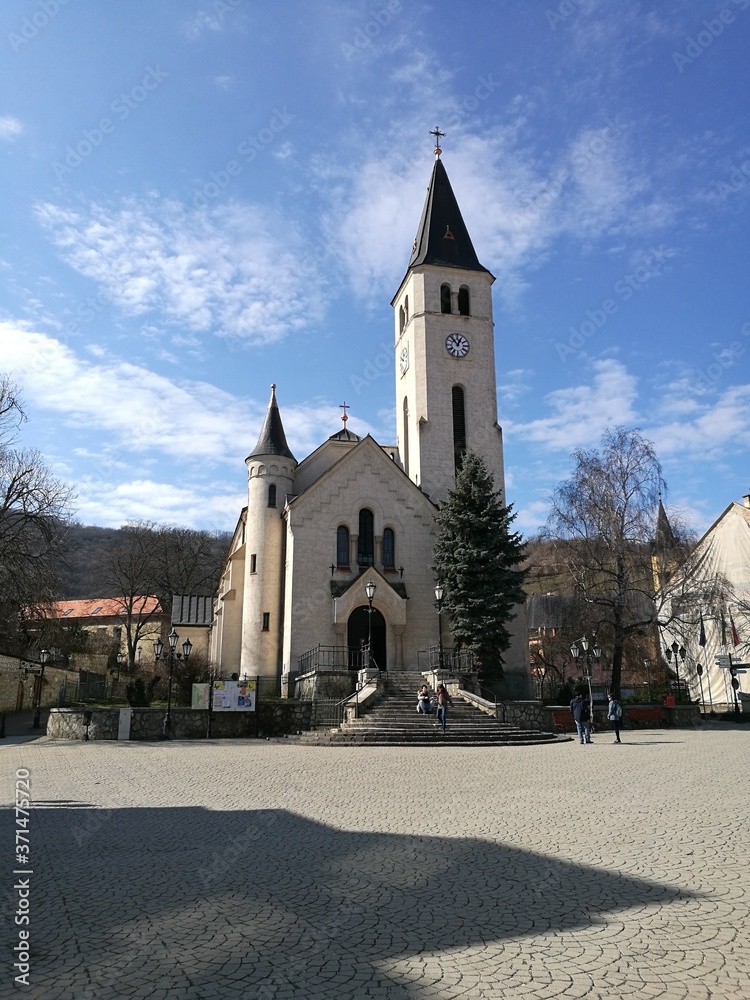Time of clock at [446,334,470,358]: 12:53
